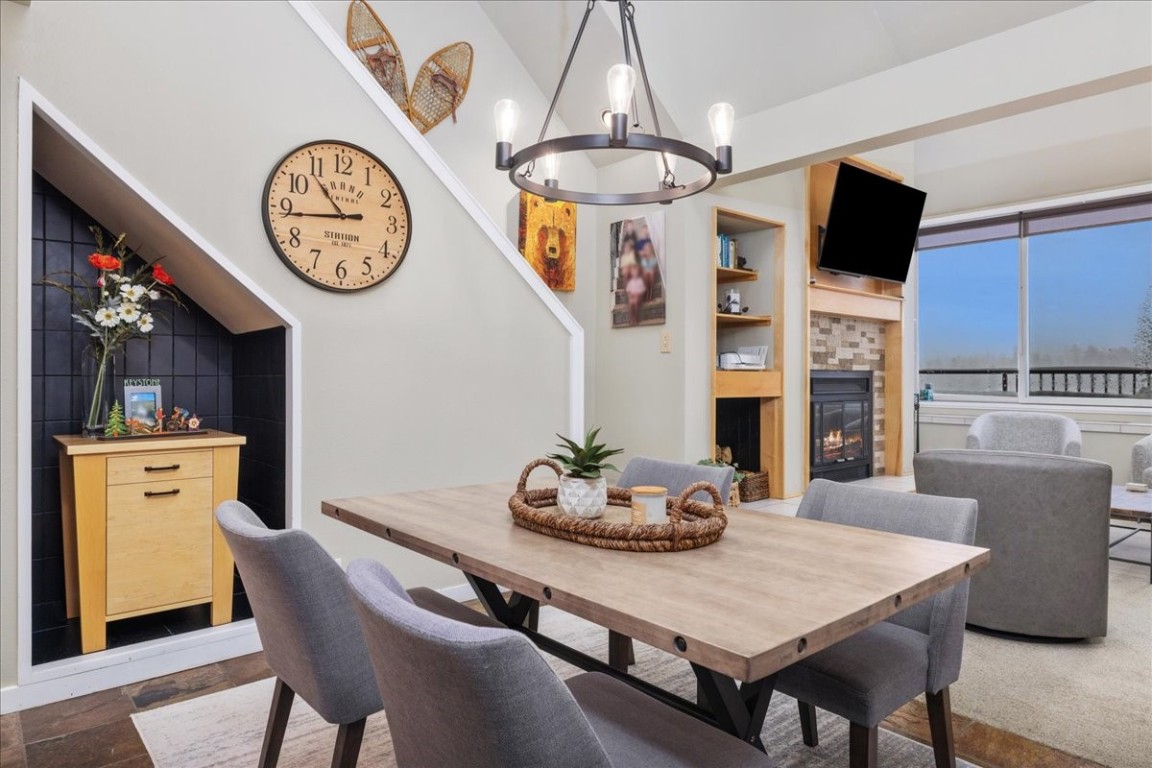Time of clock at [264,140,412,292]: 10:44
